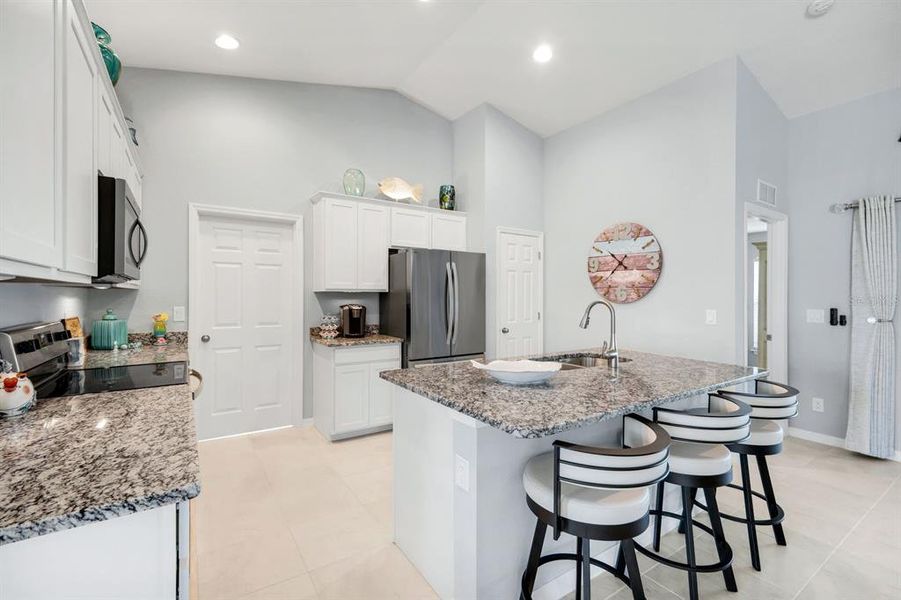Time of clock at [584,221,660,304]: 10:37
